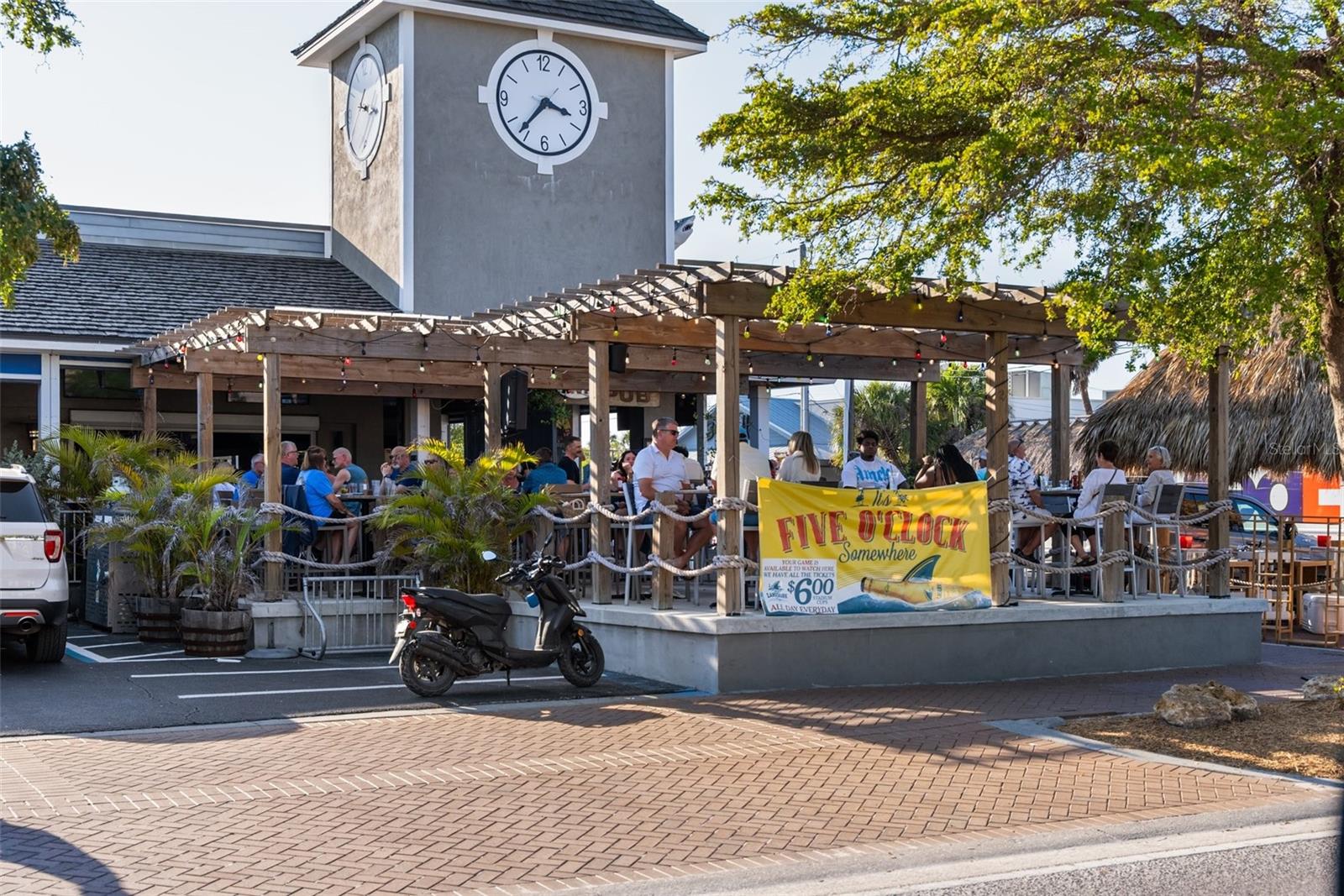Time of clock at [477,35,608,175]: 3:36
